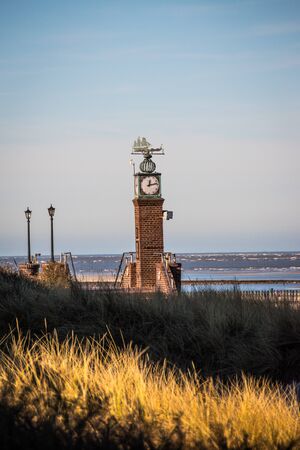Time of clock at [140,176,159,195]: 12:13
